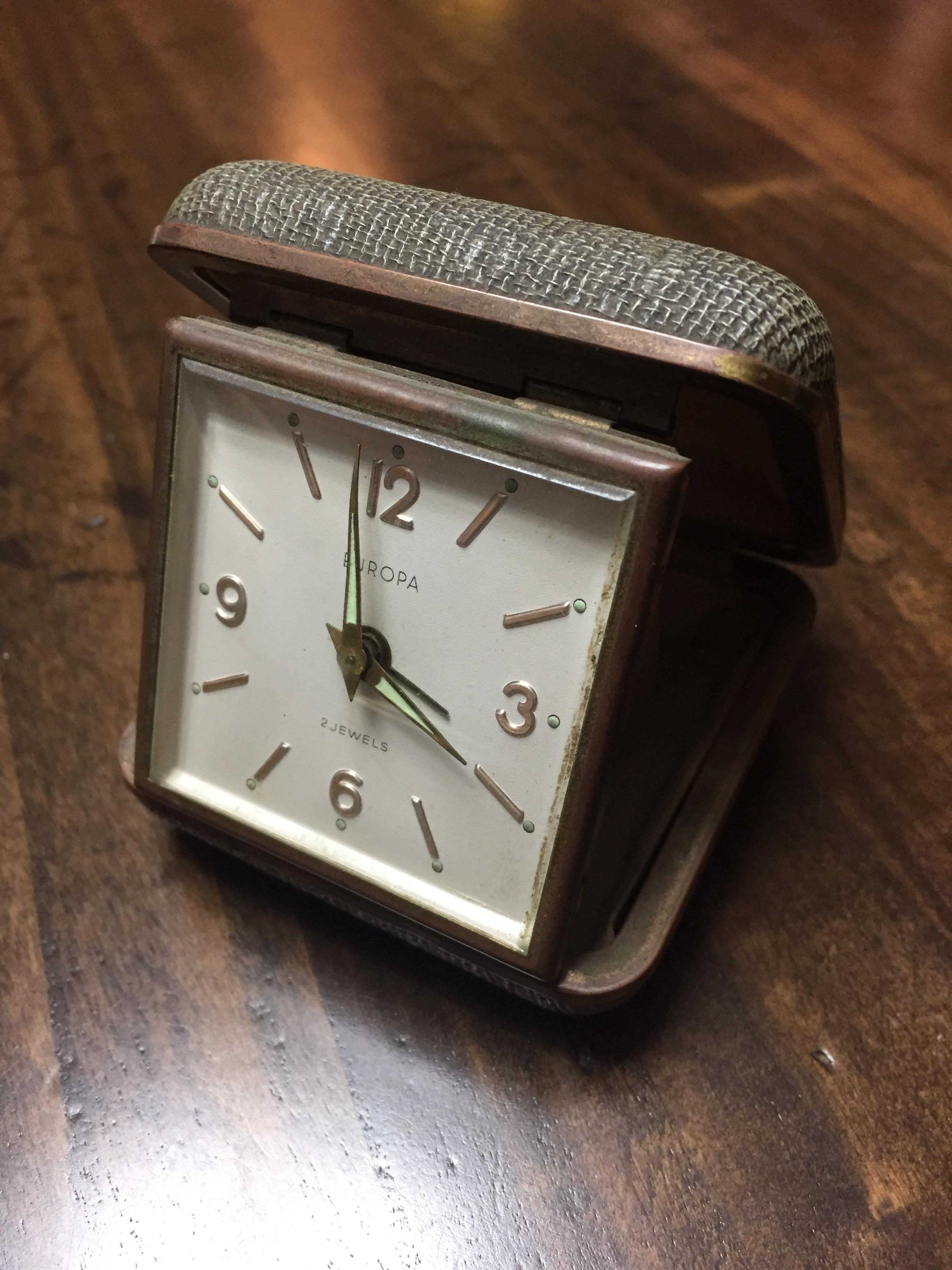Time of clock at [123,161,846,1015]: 3:58
